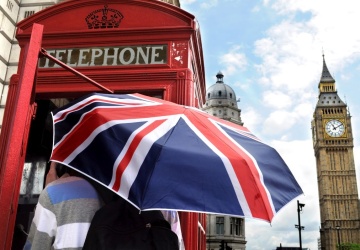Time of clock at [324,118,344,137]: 11:09
